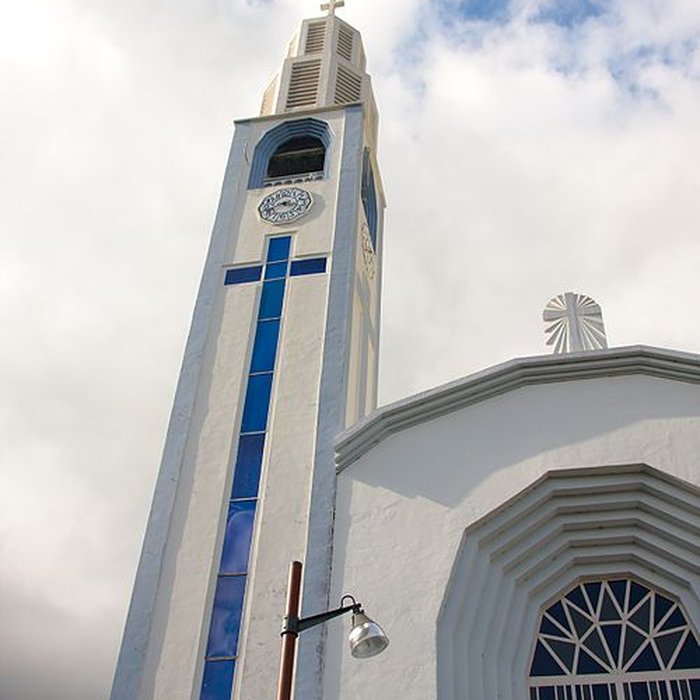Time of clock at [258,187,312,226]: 8:16
